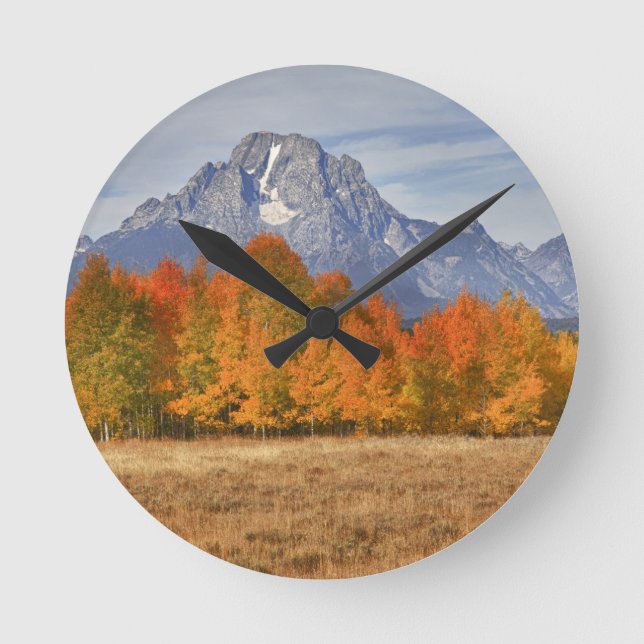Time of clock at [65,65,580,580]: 10:07
